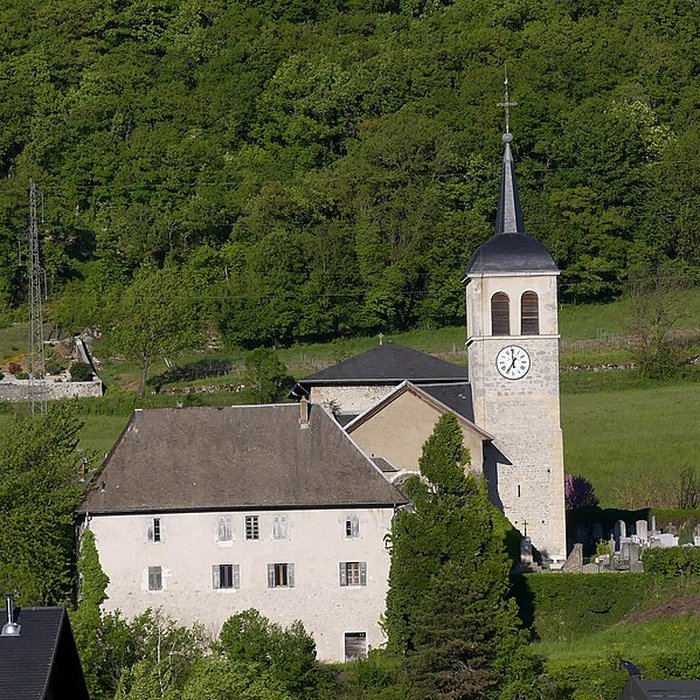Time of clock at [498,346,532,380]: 6:59
